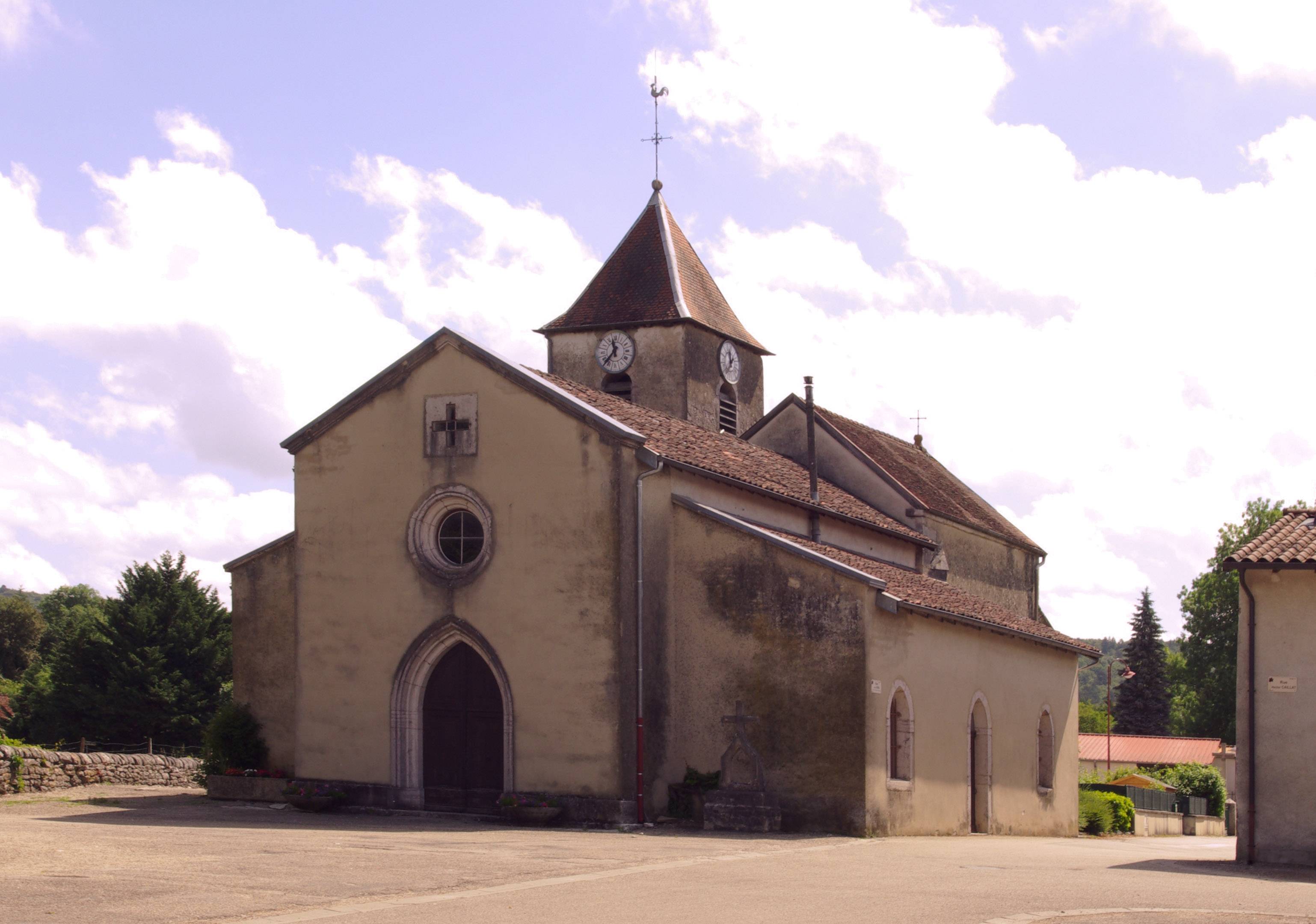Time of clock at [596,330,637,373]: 11:36
